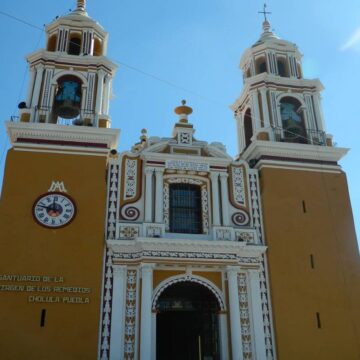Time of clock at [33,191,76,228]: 11:47
